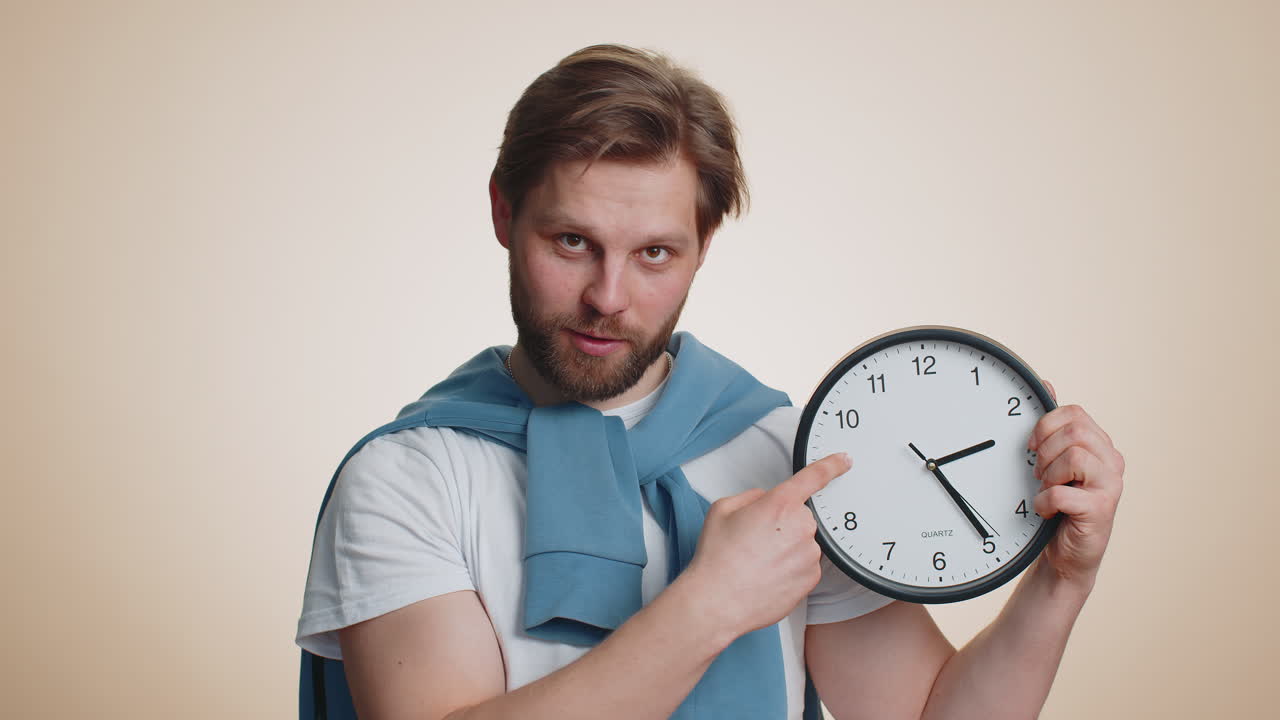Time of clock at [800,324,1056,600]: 2:24
